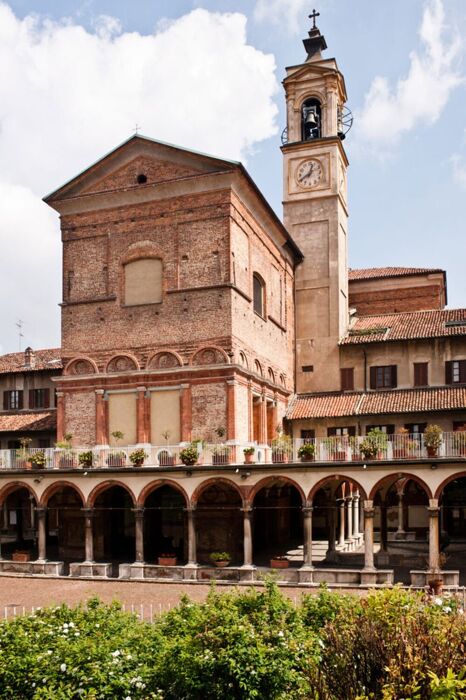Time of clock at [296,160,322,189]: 12:40
